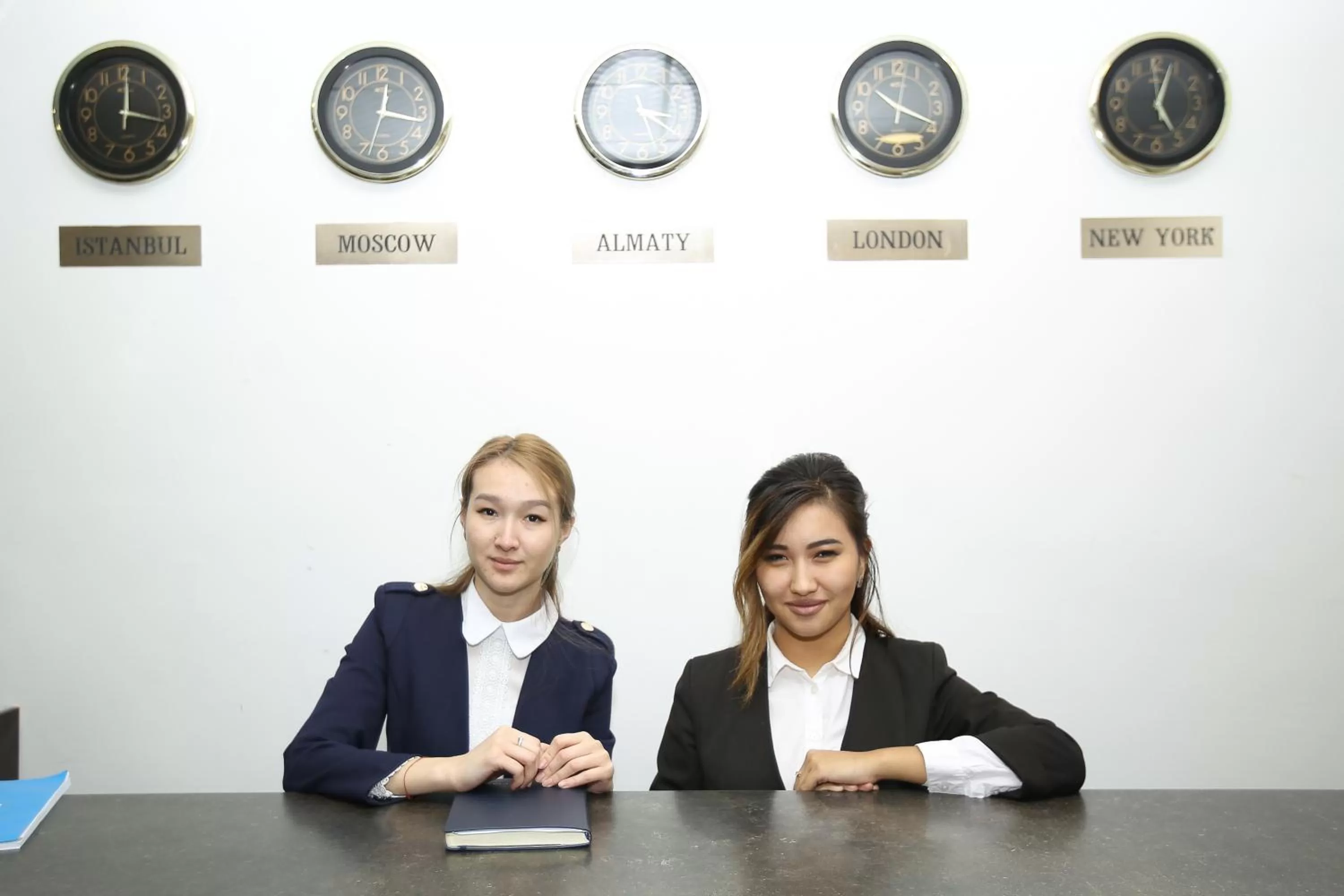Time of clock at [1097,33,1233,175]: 5:03
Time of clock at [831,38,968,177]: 10:18
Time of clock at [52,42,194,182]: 12:17
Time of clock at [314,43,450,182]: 12:17
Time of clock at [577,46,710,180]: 3:20
